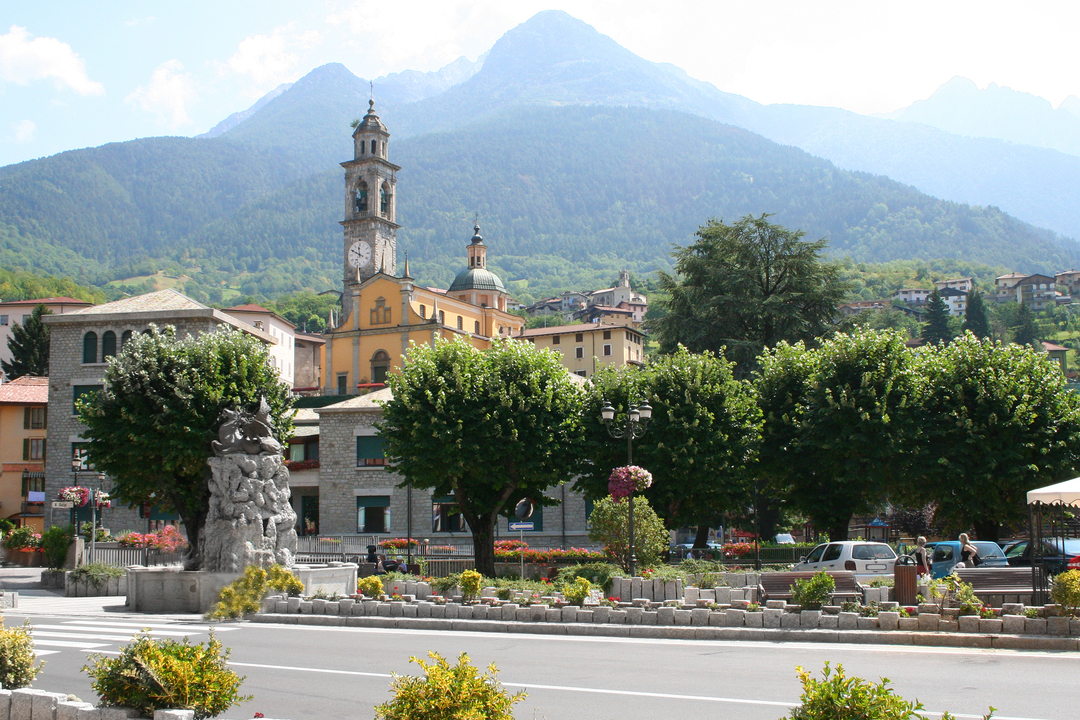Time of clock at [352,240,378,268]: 11:49
